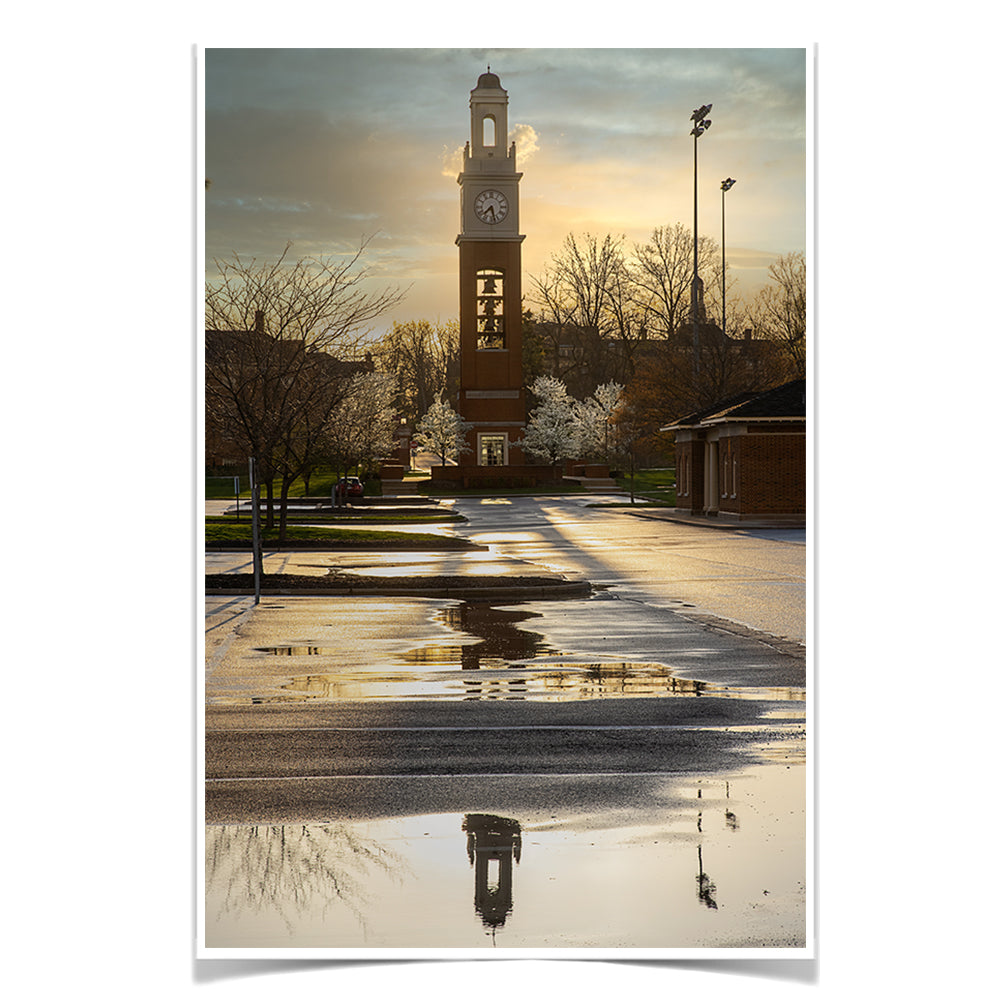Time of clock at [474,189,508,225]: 7:28
